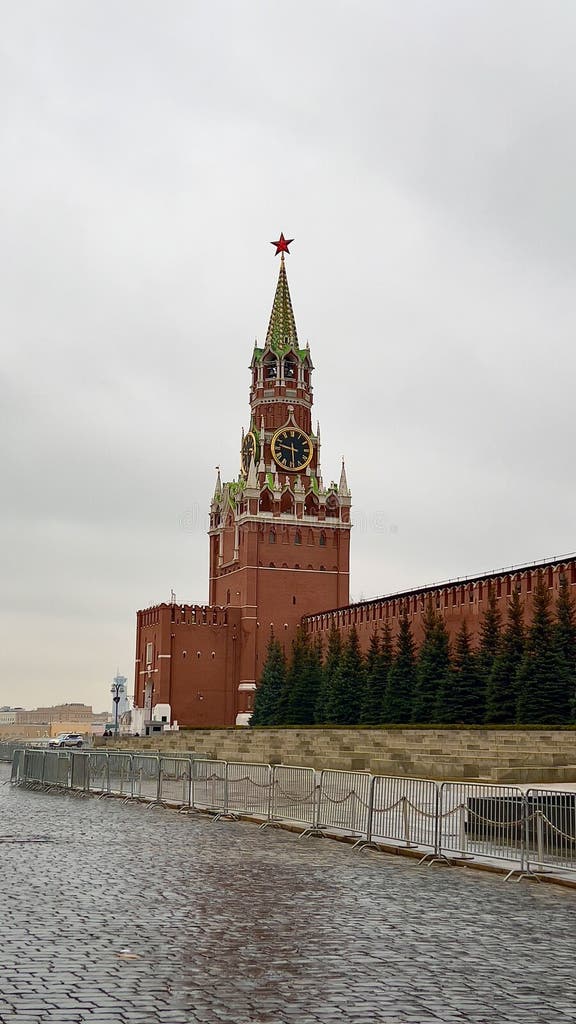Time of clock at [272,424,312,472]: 9:29
